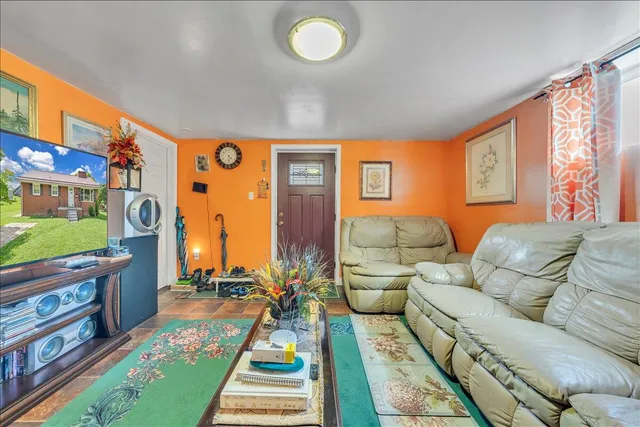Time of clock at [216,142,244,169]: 4:29
